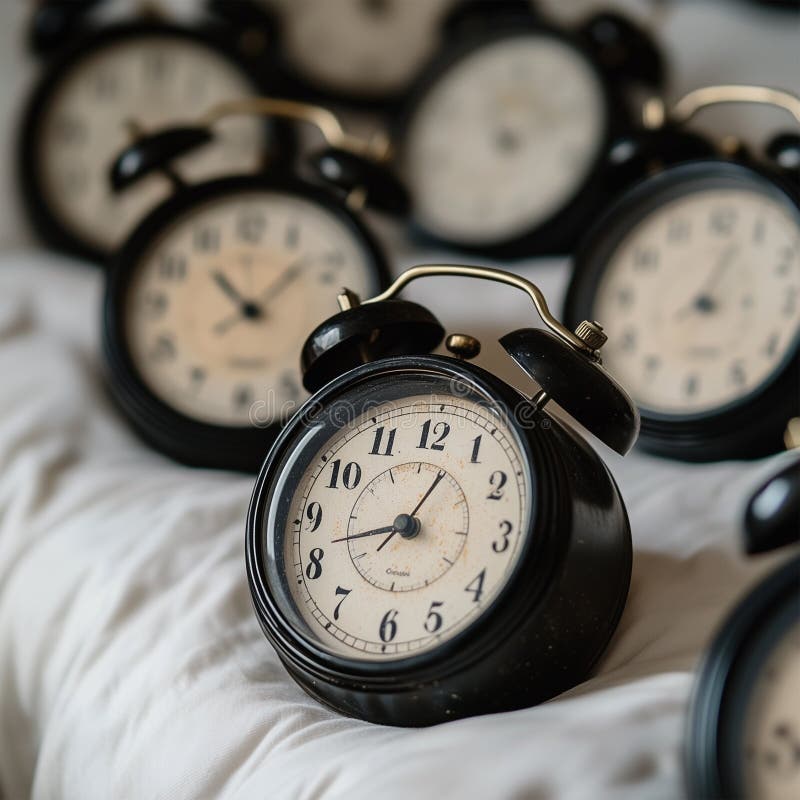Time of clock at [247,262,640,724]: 12:42
